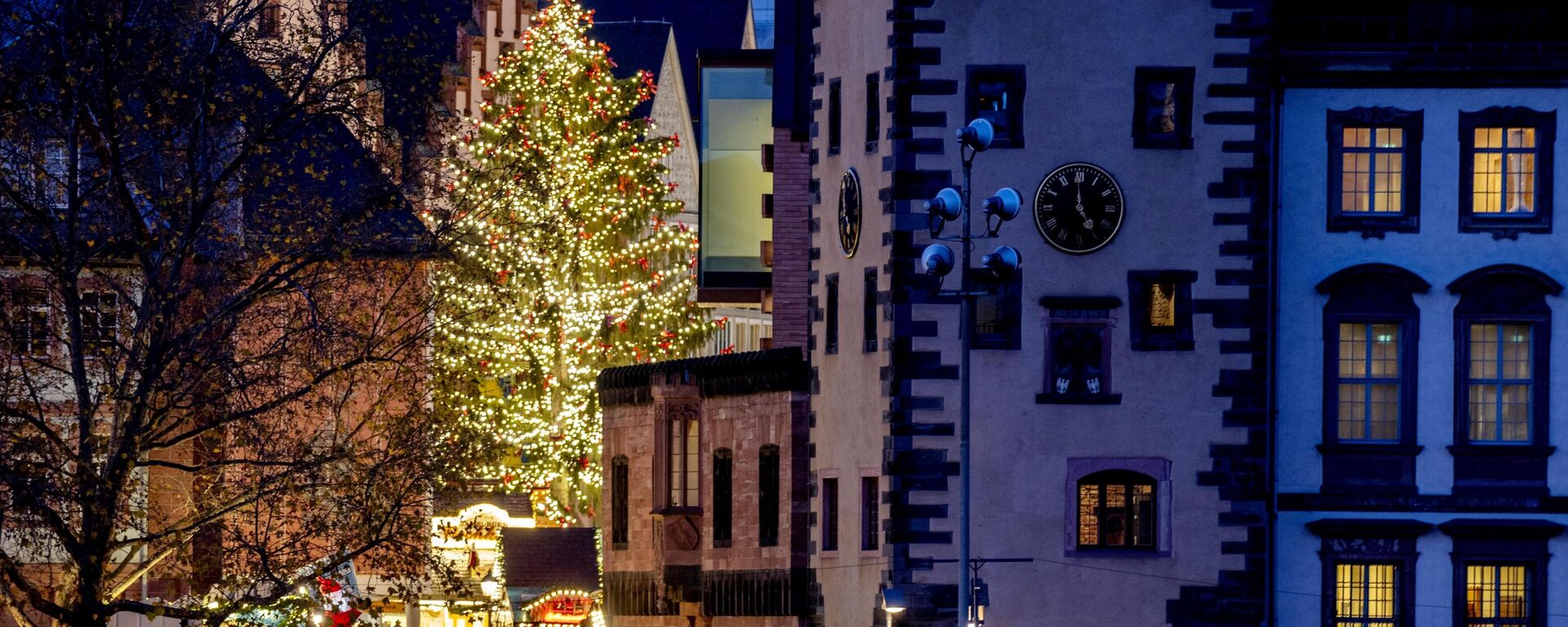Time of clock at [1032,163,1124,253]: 4:59
